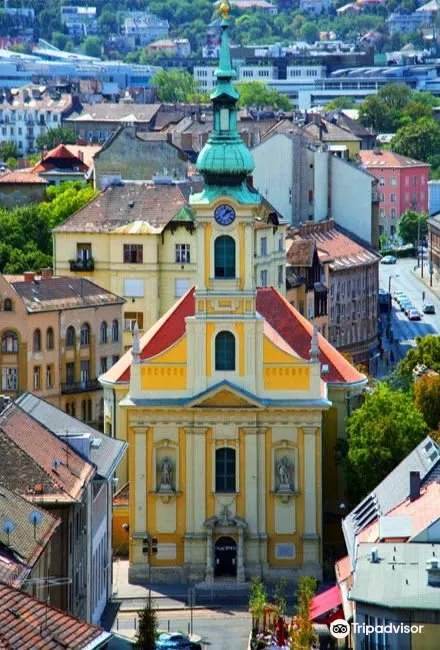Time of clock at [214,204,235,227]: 1:09
